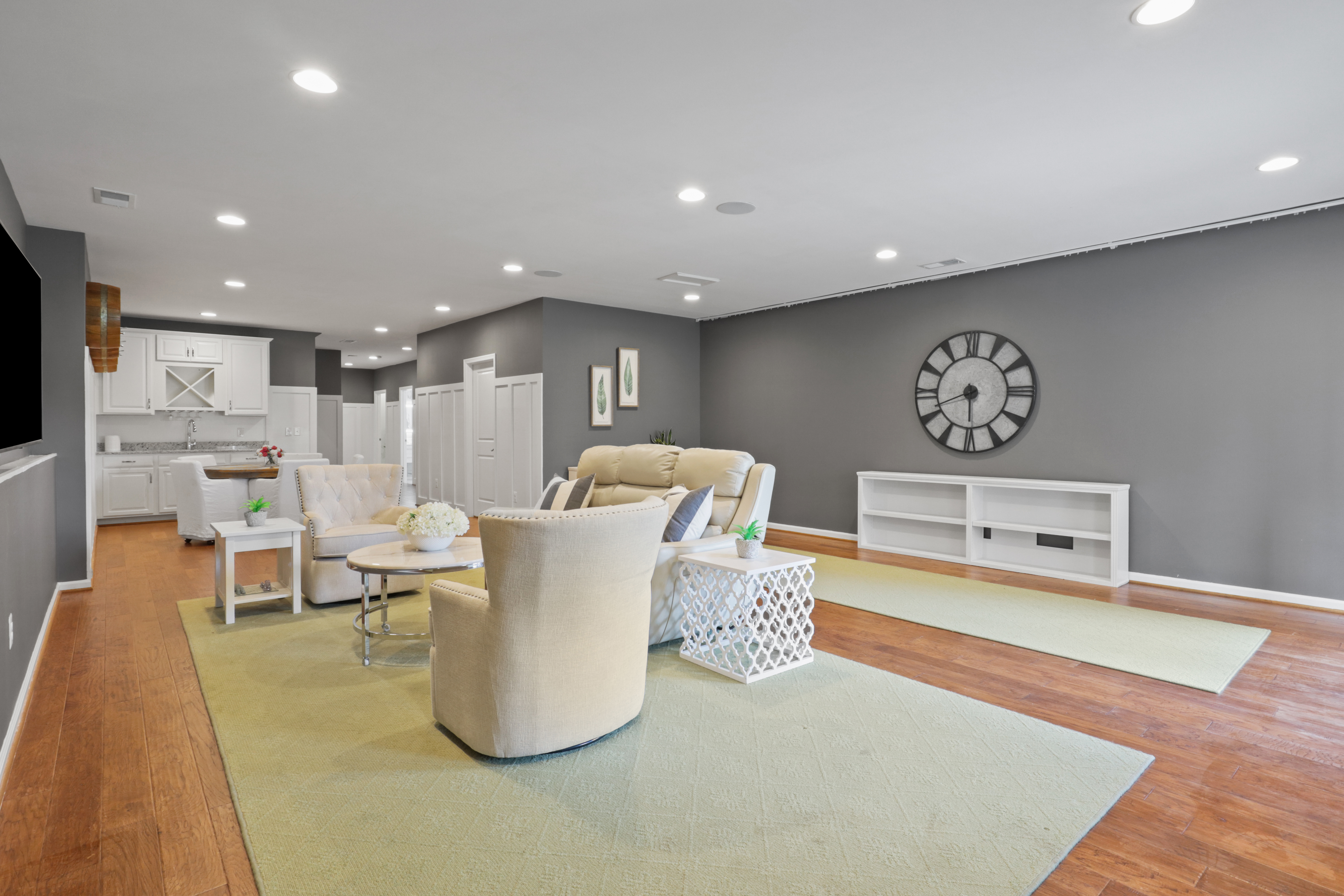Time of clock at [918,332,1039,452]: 5:41
